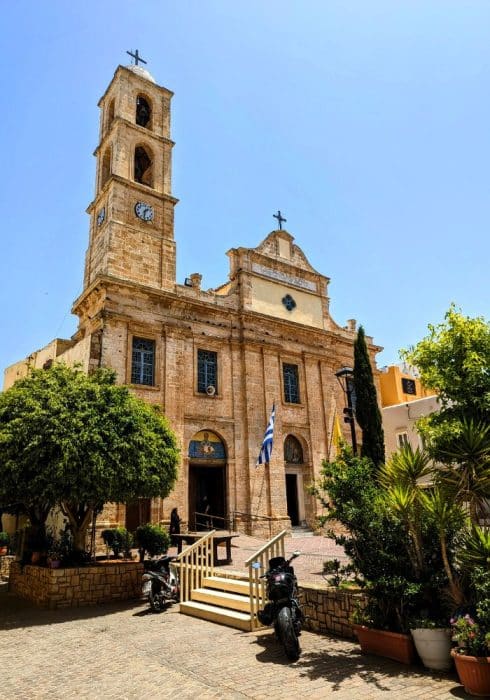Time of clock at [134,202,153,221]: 1:32
